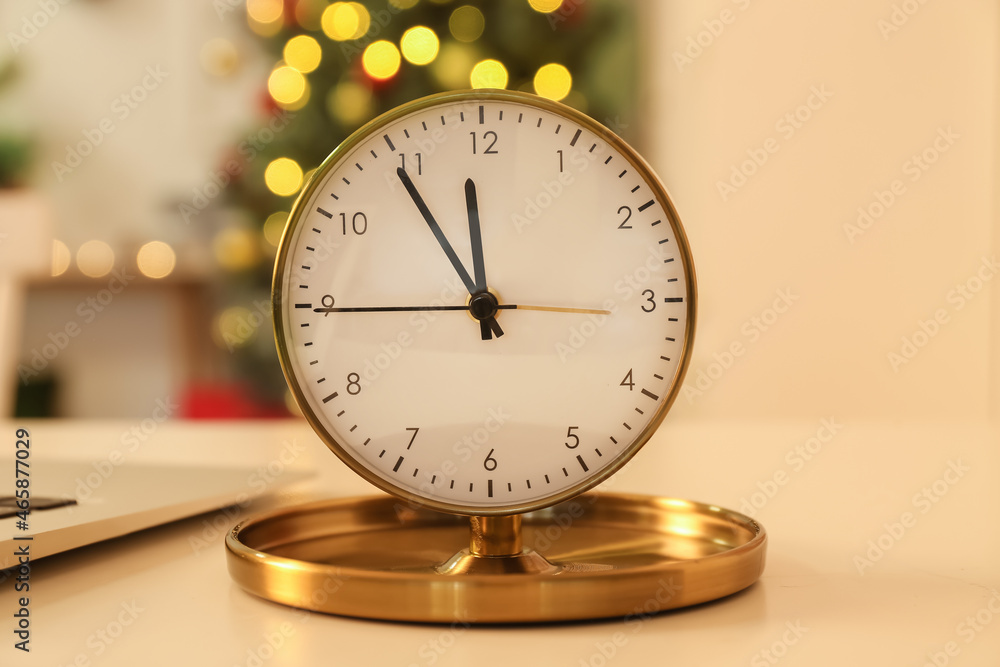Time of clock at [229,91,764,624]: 11:54
